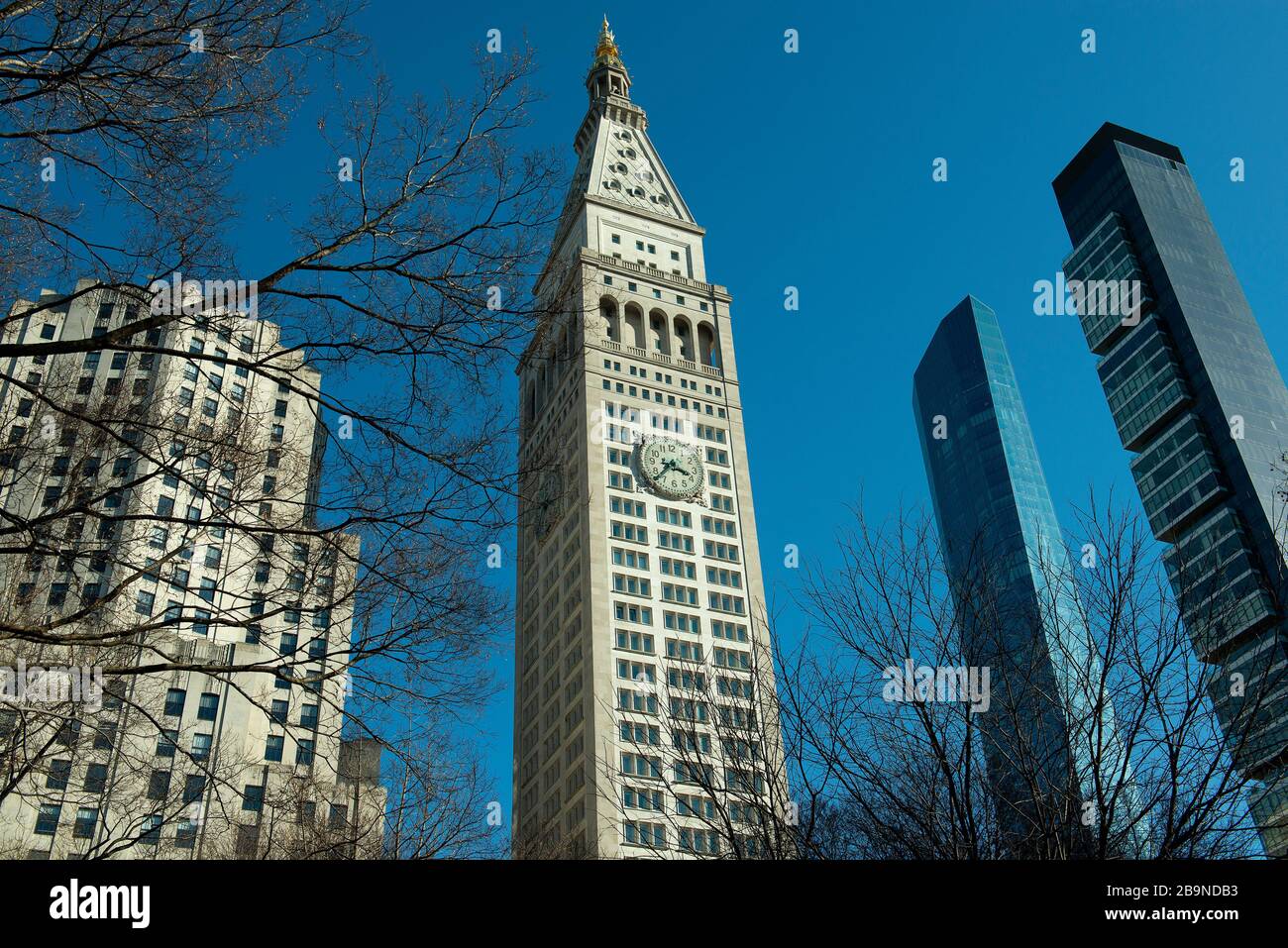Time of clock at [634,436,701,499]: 3:37
